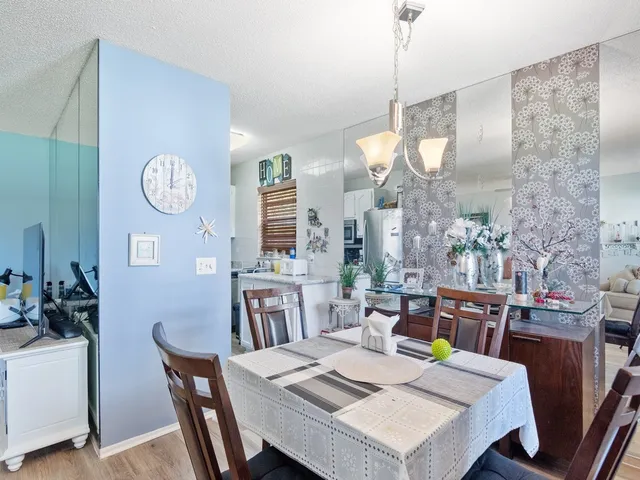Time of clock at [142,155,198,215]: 2:00
